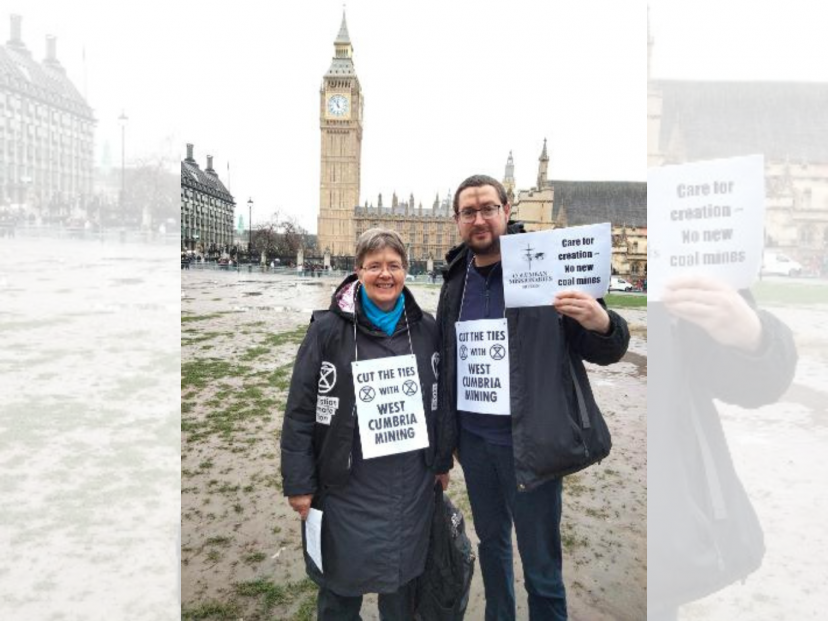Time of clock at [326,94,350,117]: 11:53
